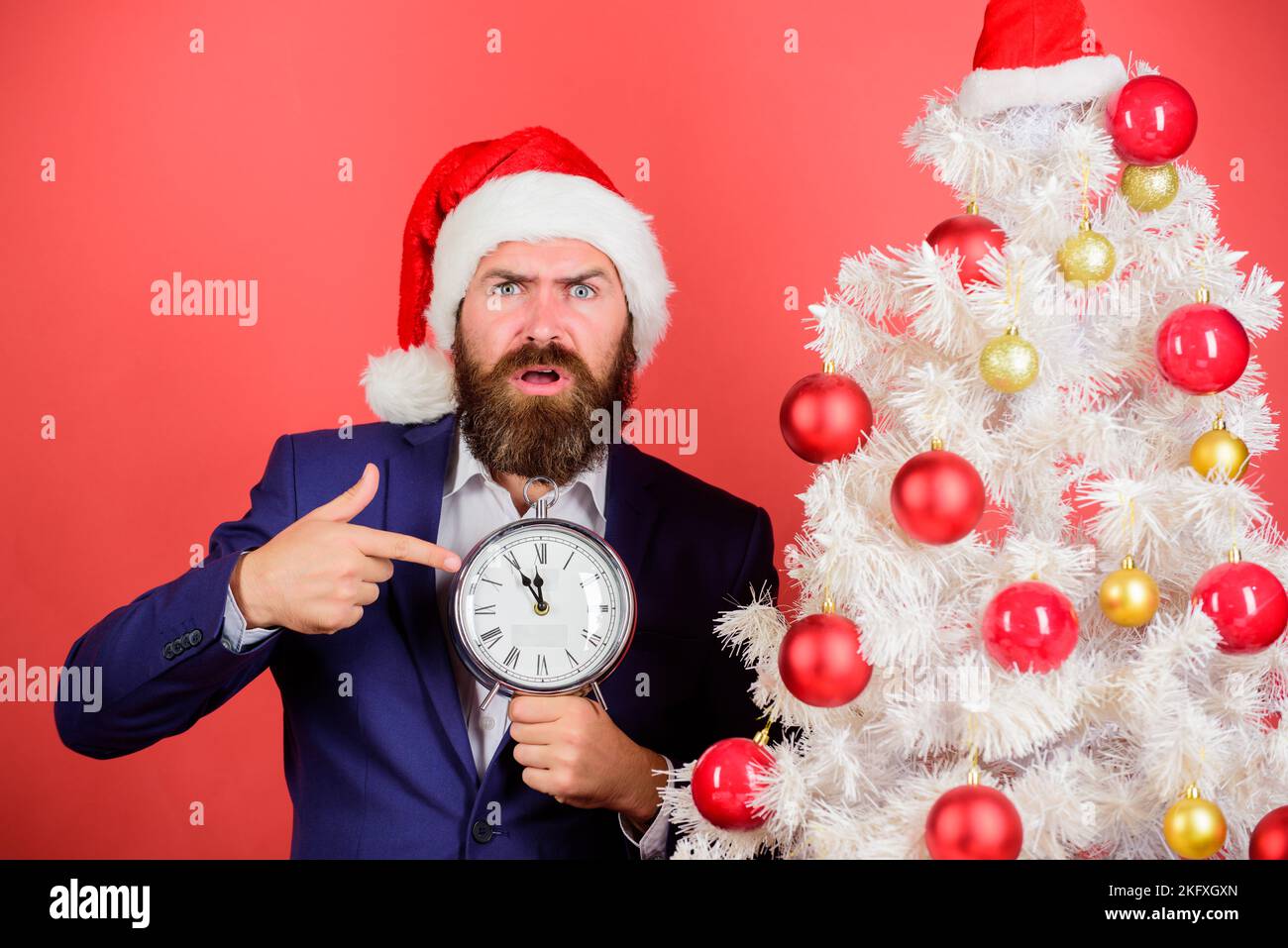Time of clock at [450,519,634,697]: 11:54
